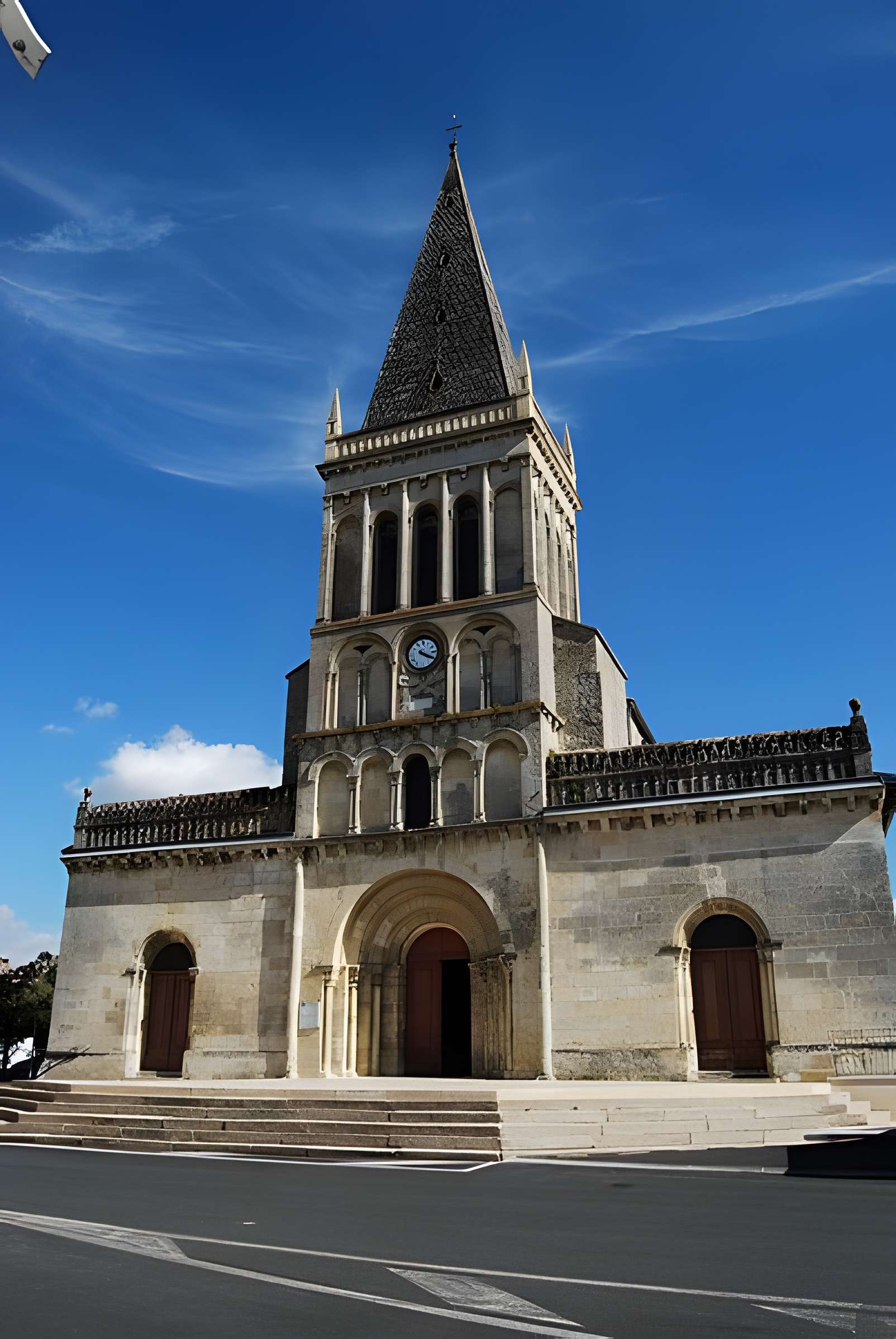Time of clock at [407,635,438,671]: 4:19
